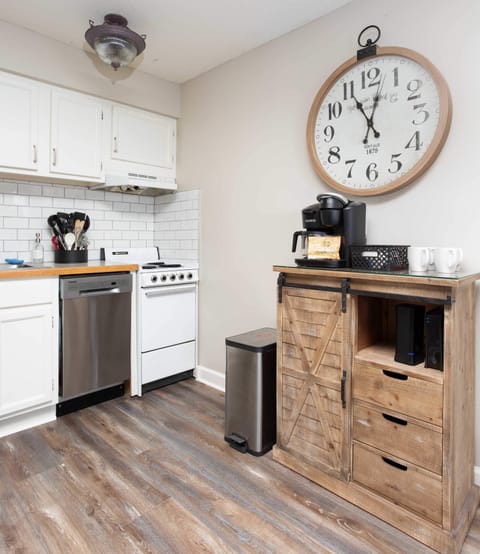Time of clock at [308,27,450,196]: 11:02
